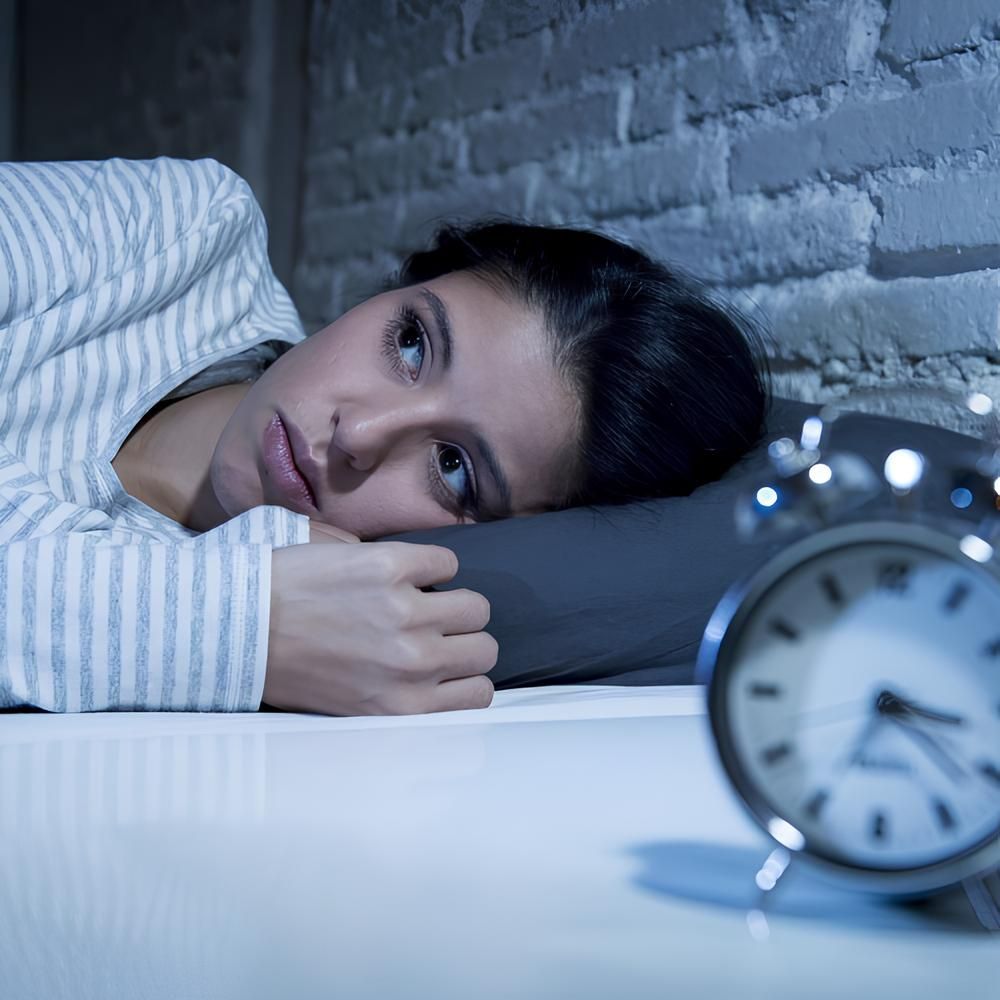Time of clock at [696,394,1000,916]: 3:22
